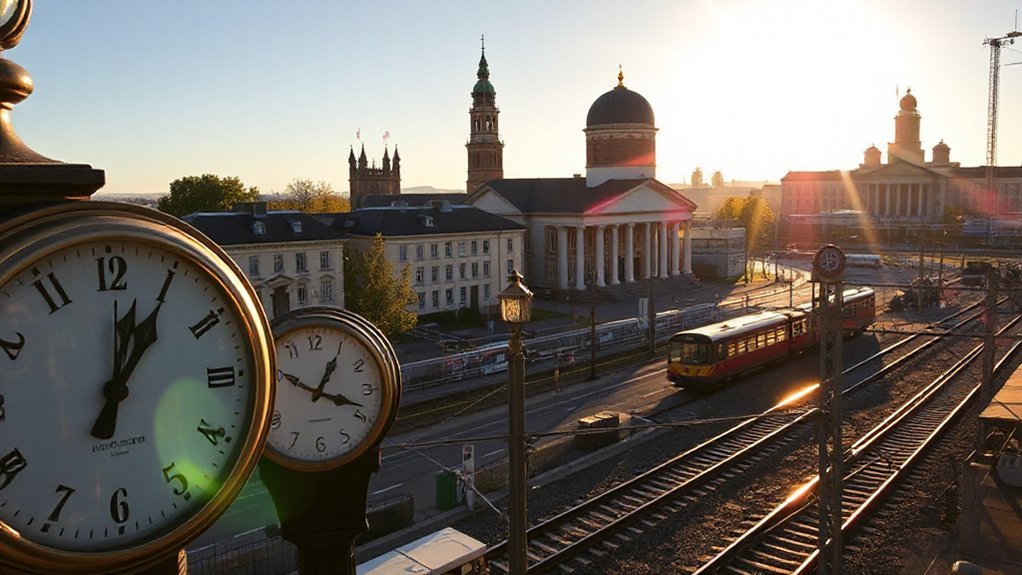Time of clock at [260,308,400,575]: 1:18
